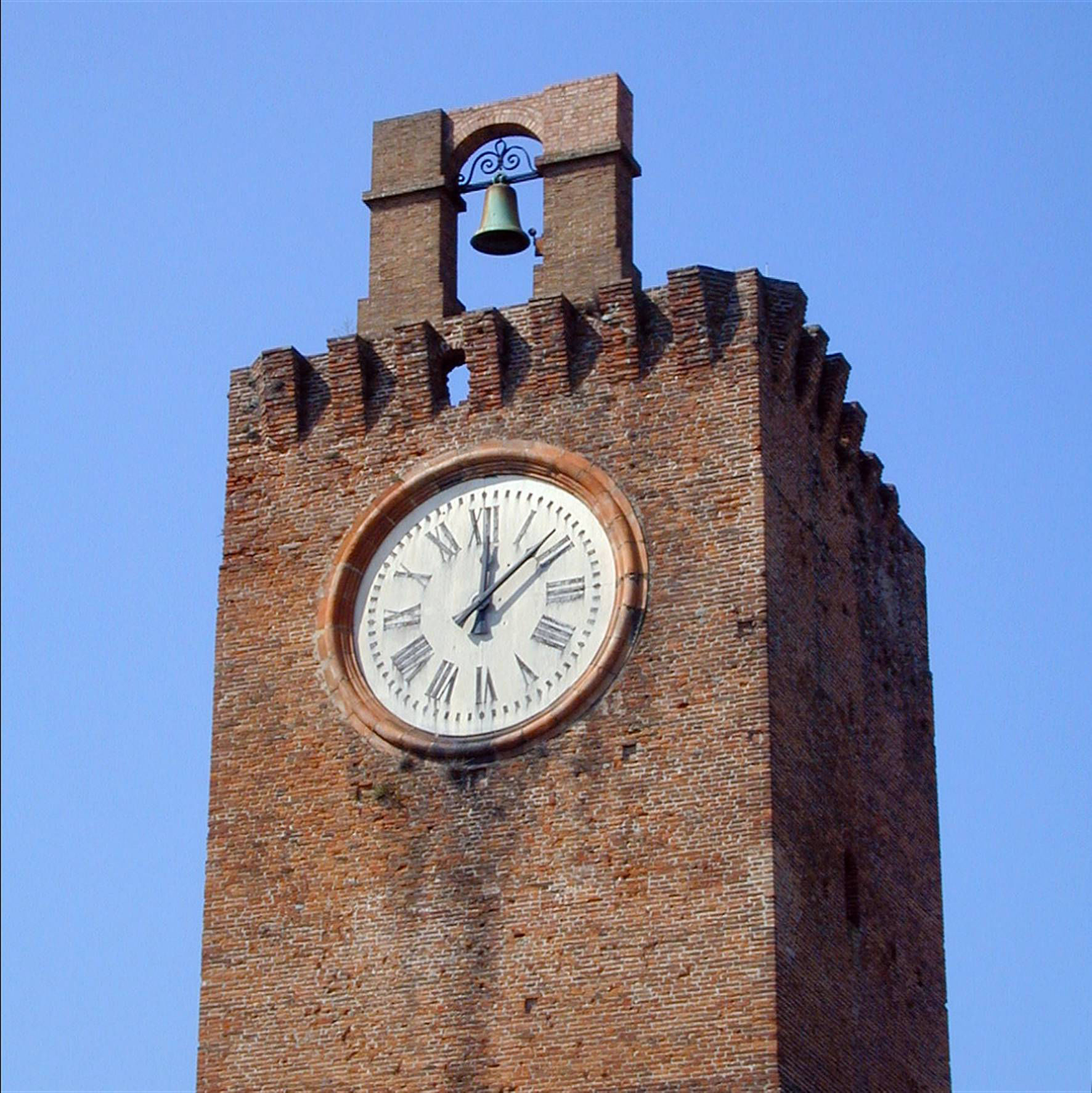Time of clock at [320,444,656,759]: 12:07
